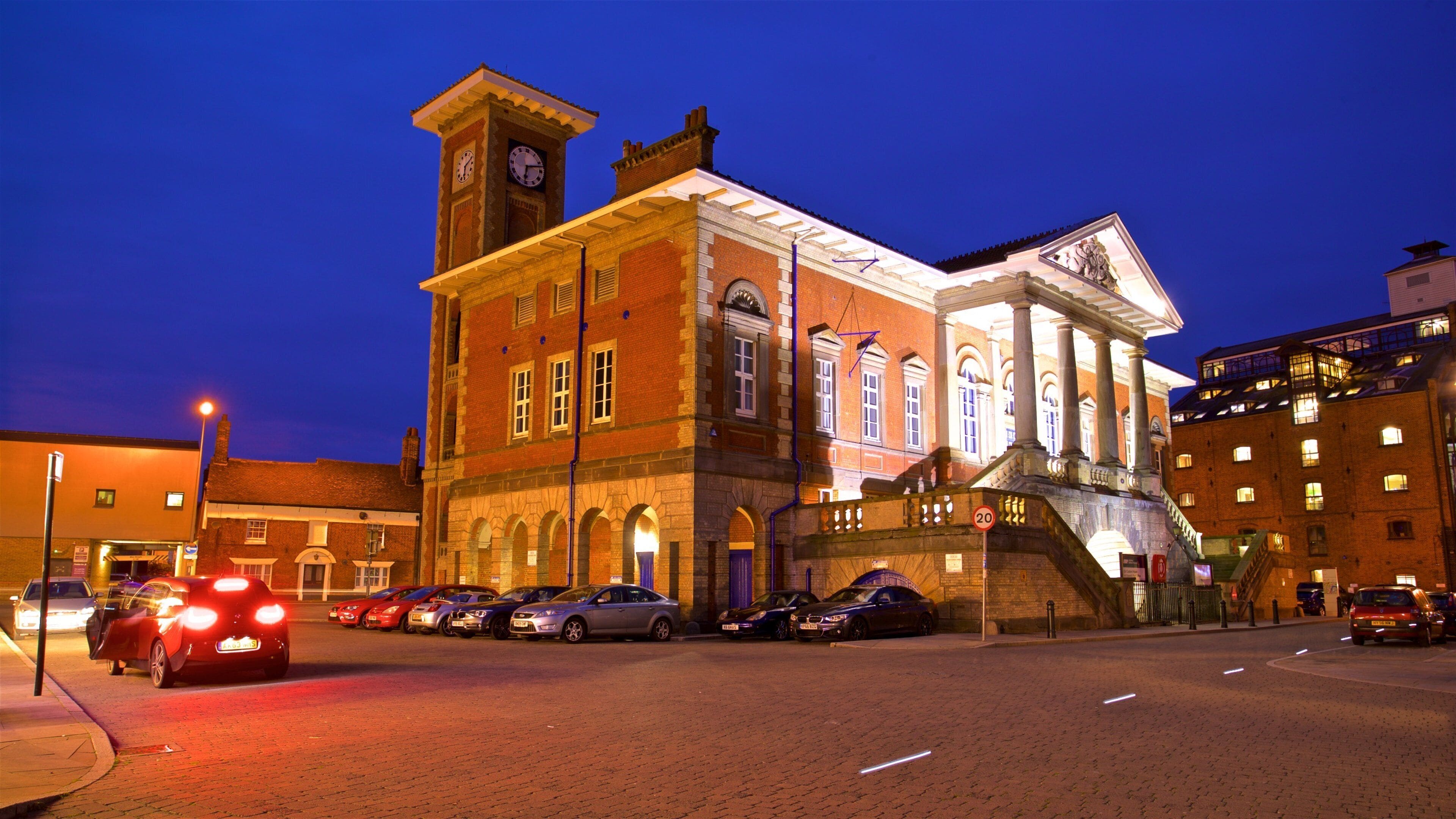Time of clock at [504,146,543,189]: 6:12
